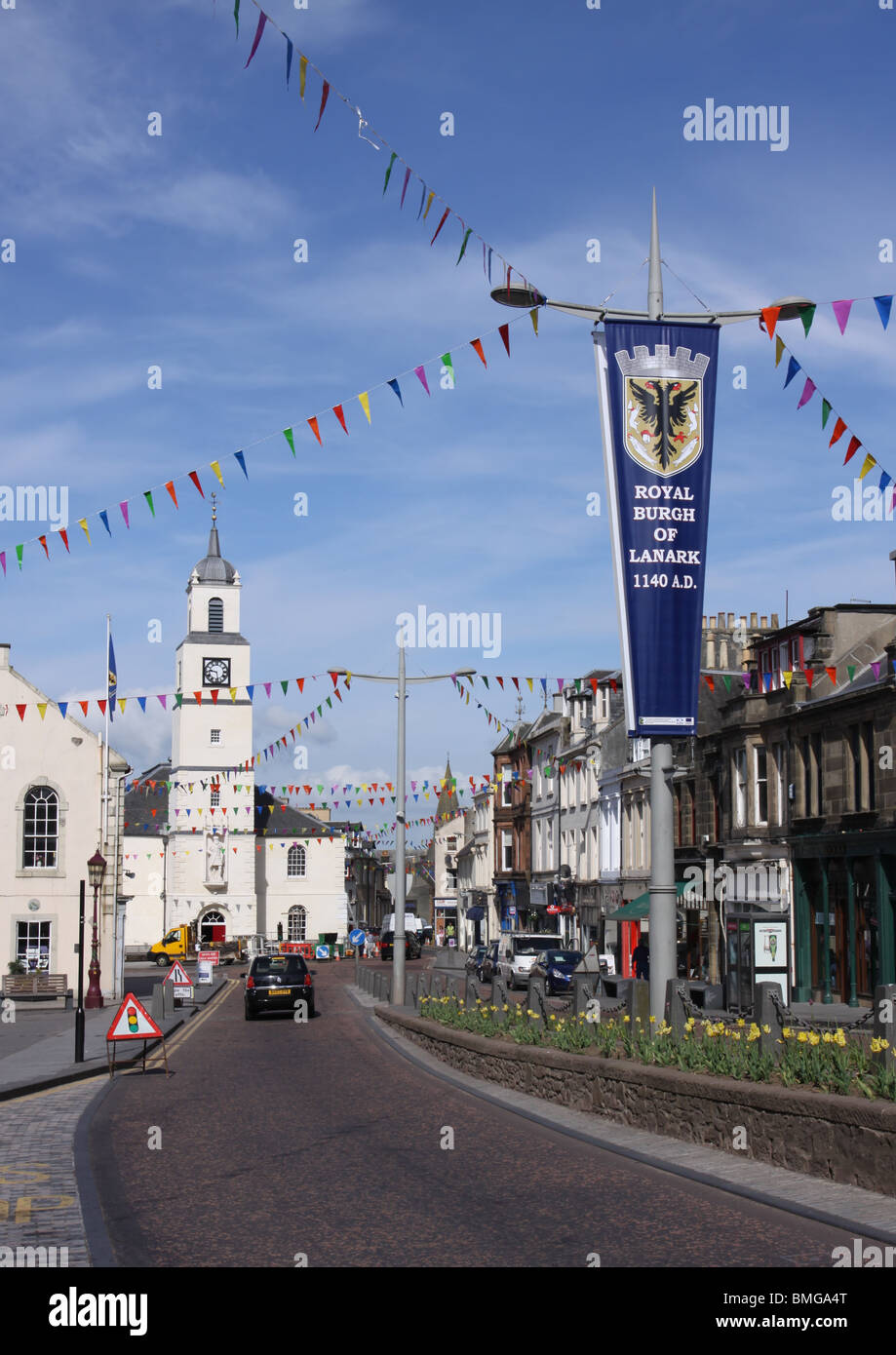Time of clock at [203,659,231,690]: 9:28
